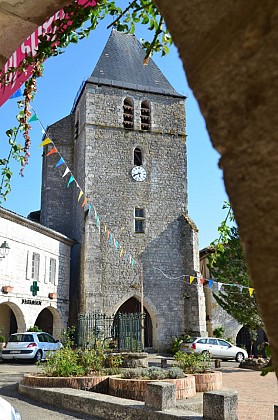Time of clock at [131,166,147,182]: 5:41
